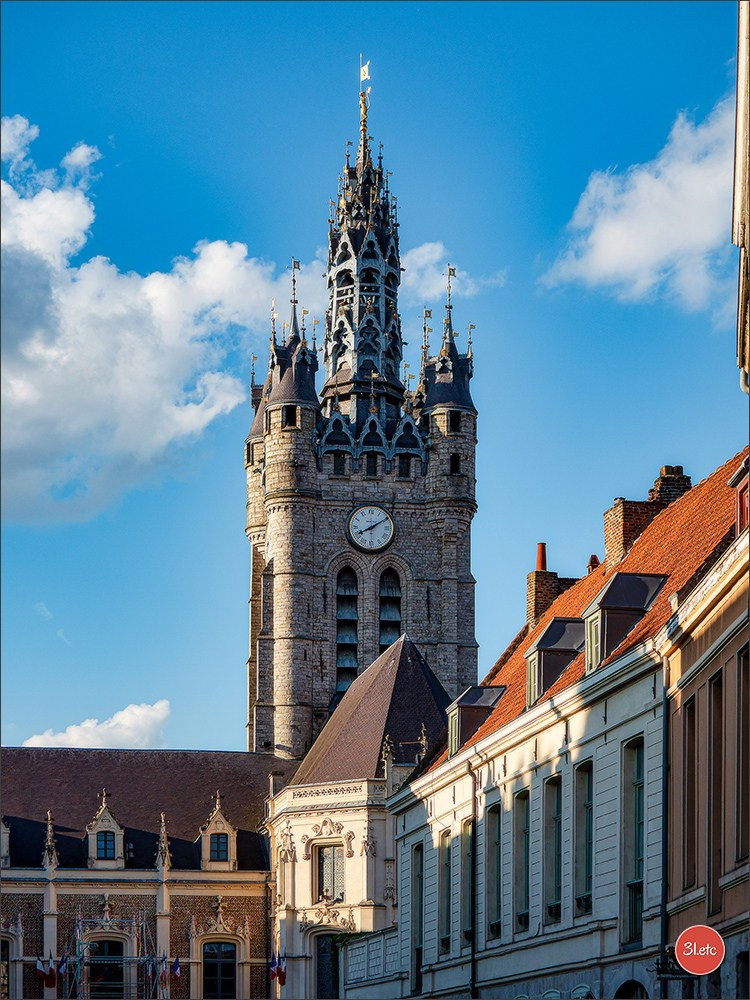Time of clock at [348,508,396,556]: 8:09
